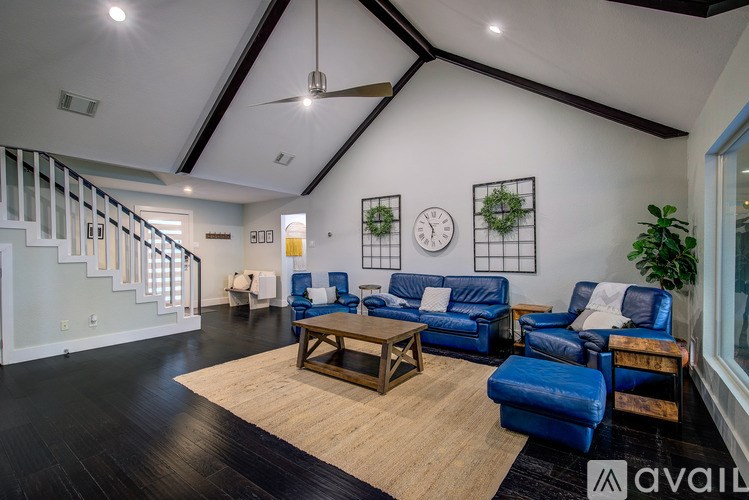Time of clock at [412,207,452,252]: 5:54
